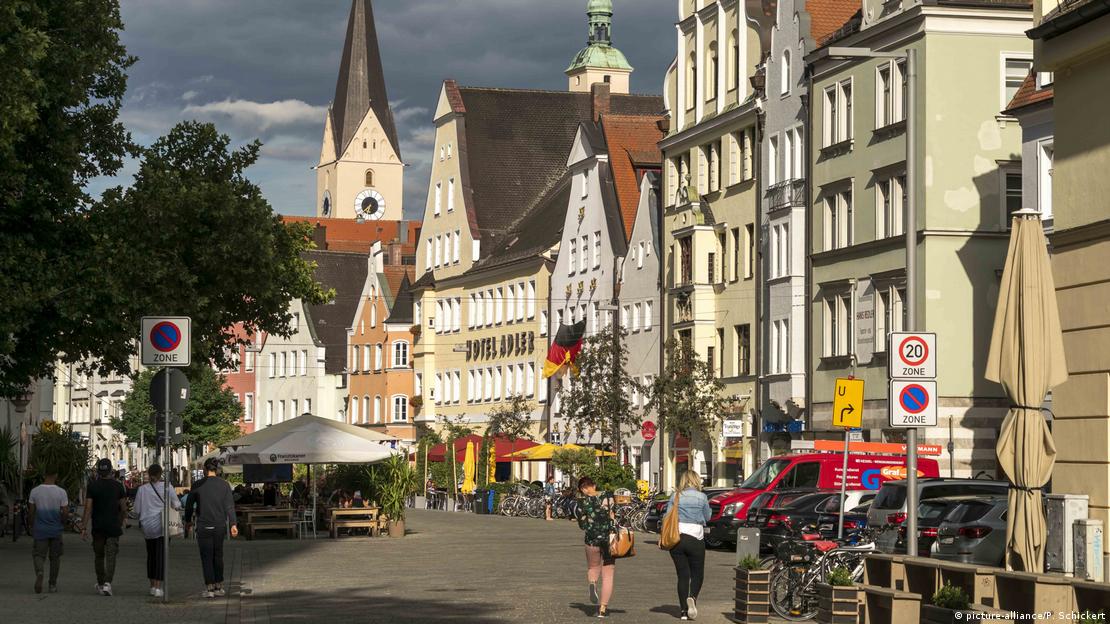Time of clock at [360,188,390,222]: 6:37
